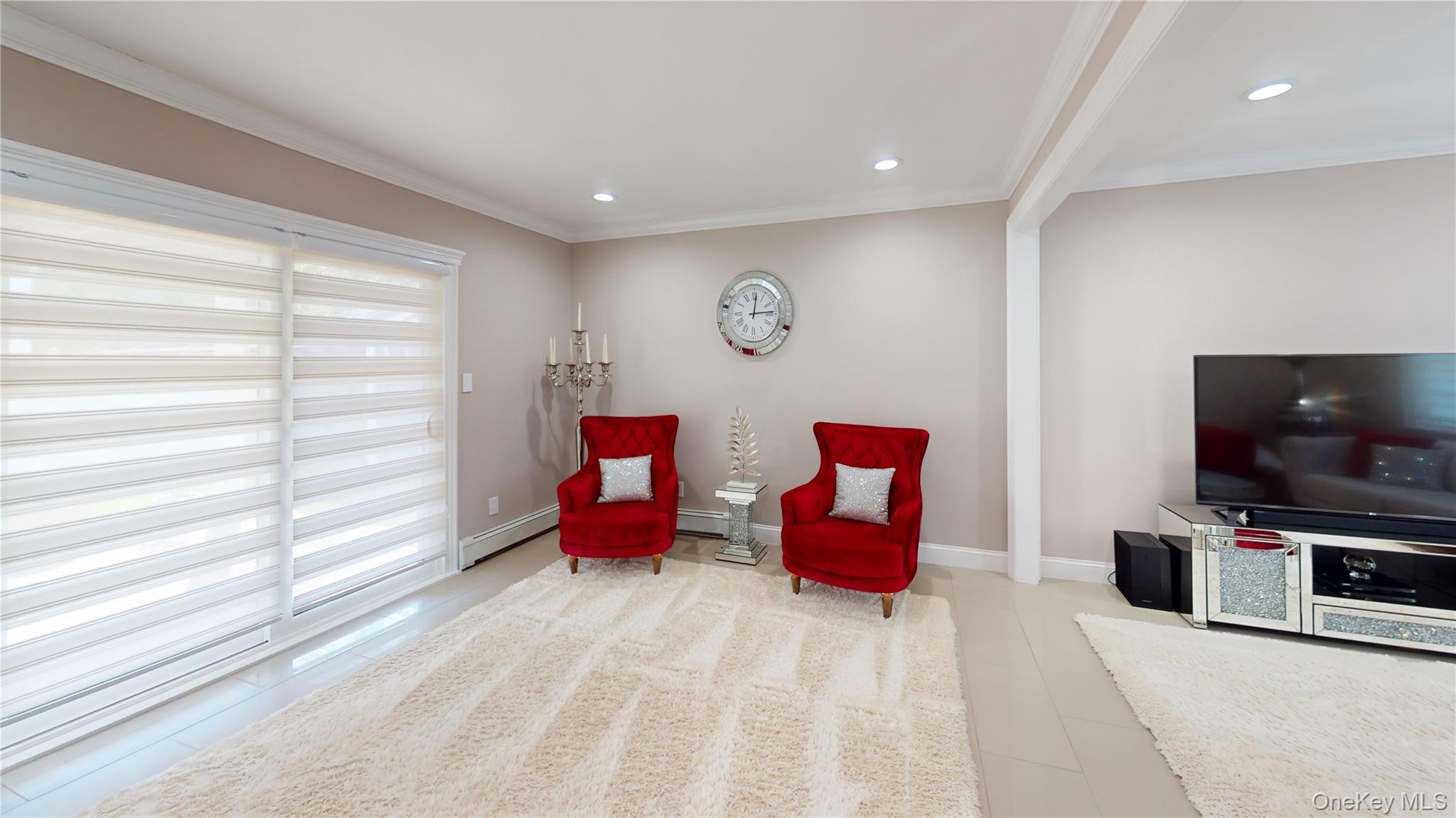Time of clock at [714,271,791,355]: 12:14
